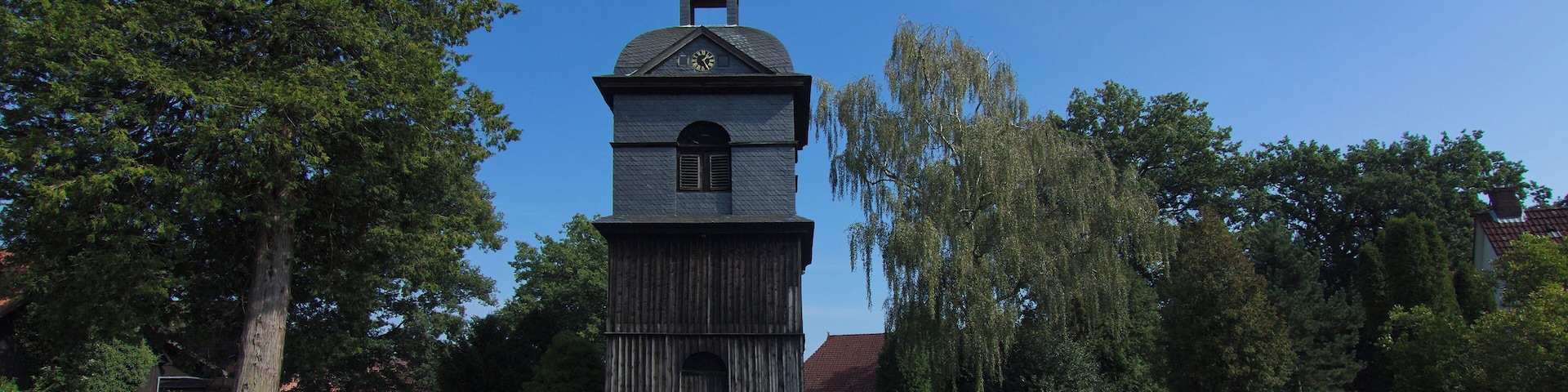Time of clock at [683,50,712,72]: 1:24
